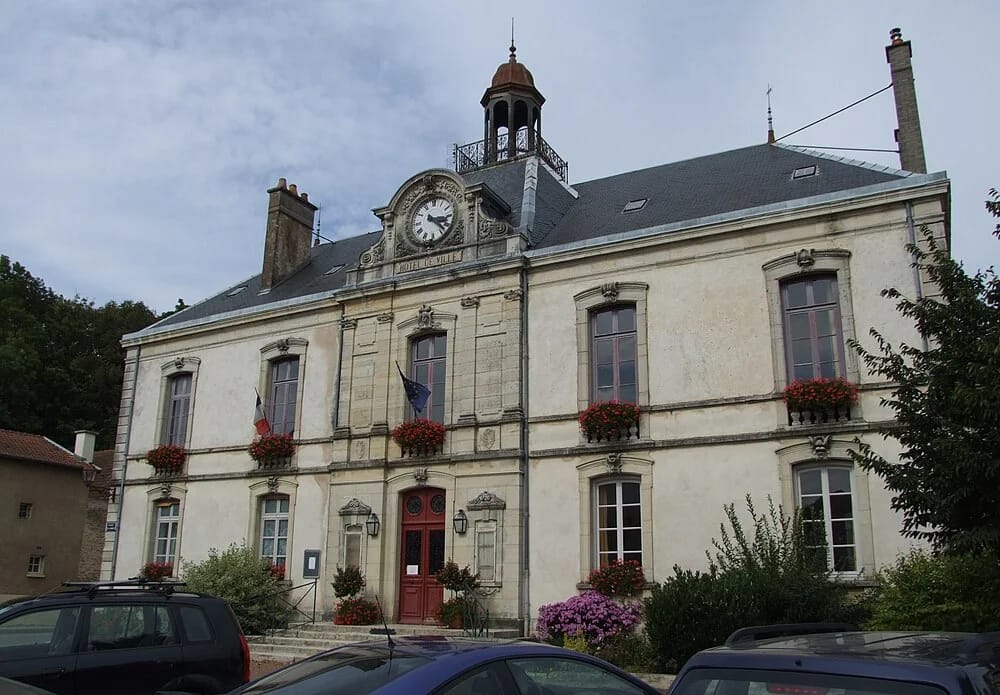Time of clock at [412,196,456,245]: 3:22
